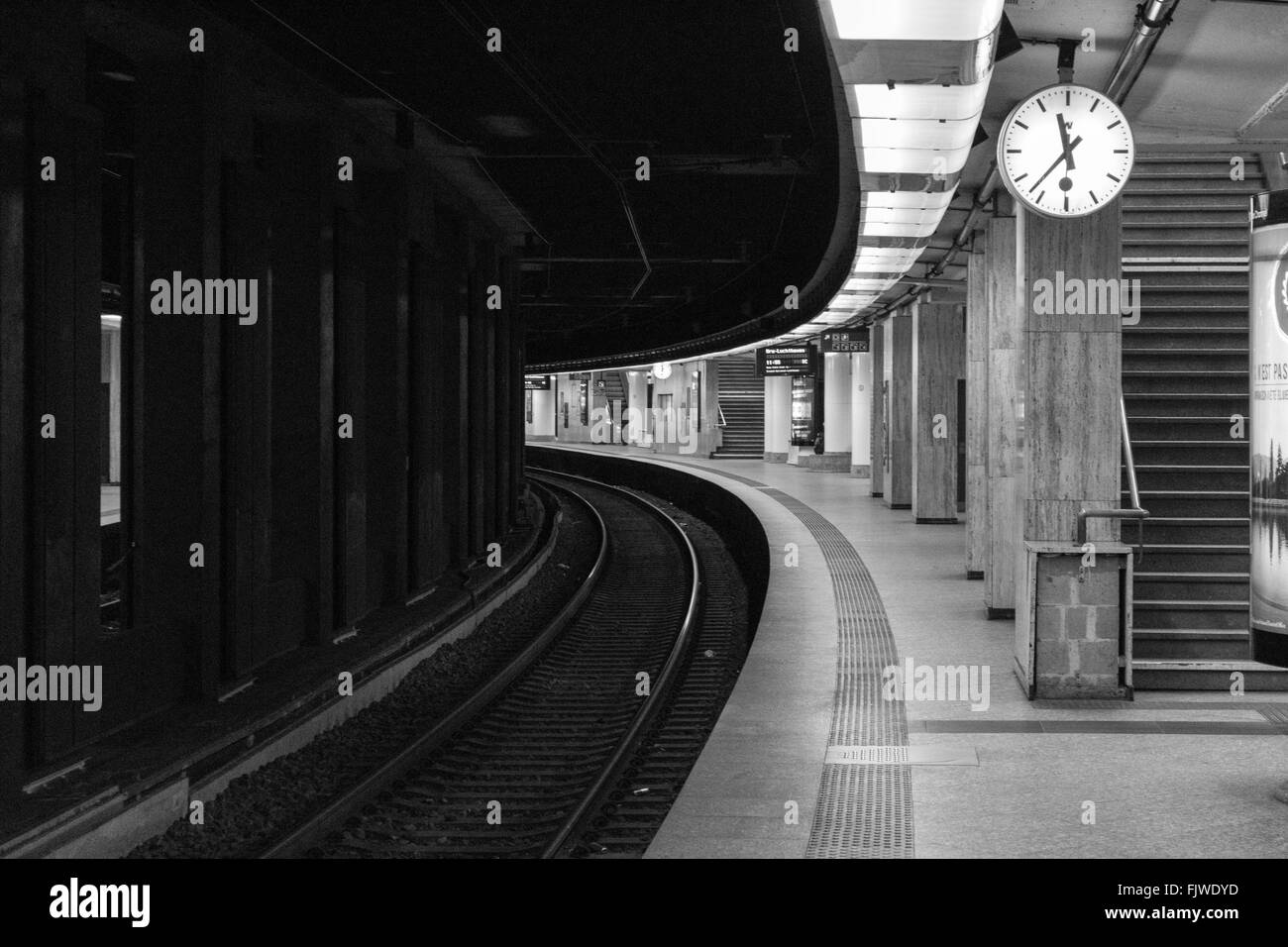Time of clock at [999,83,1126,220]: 11:36
